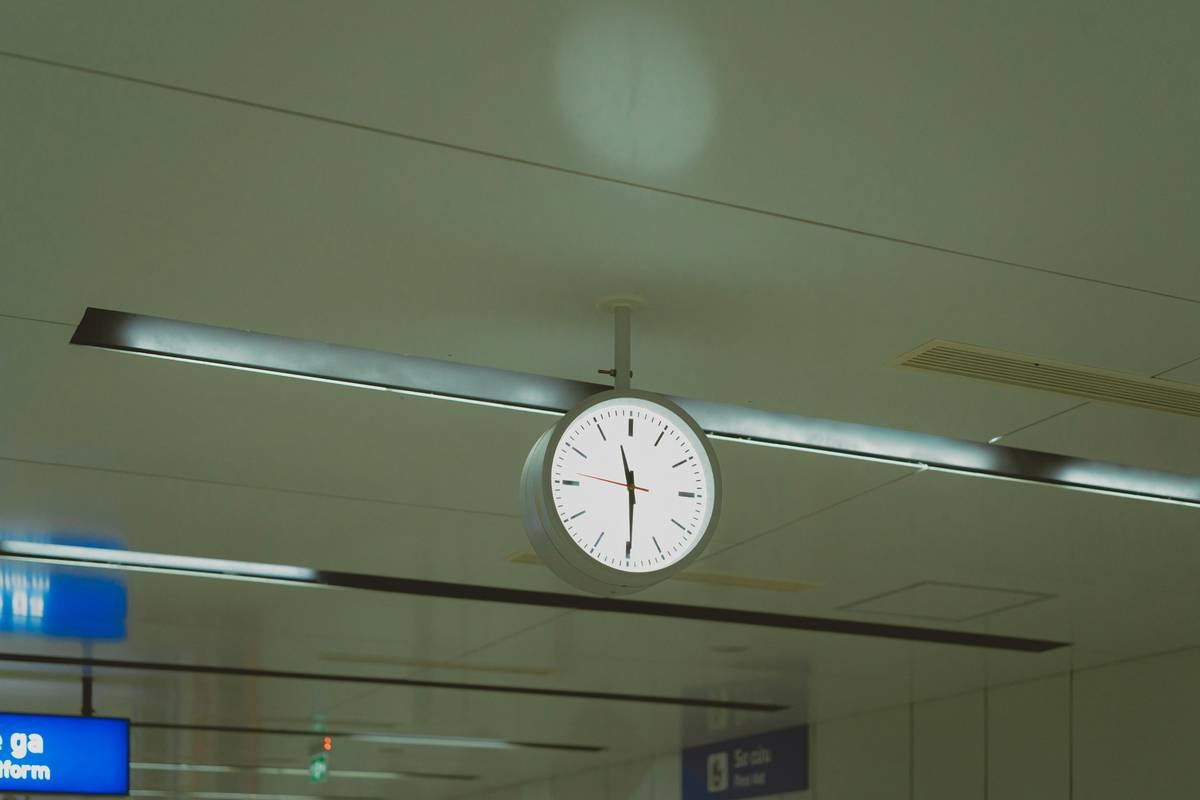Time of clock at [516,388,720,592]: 11:29
